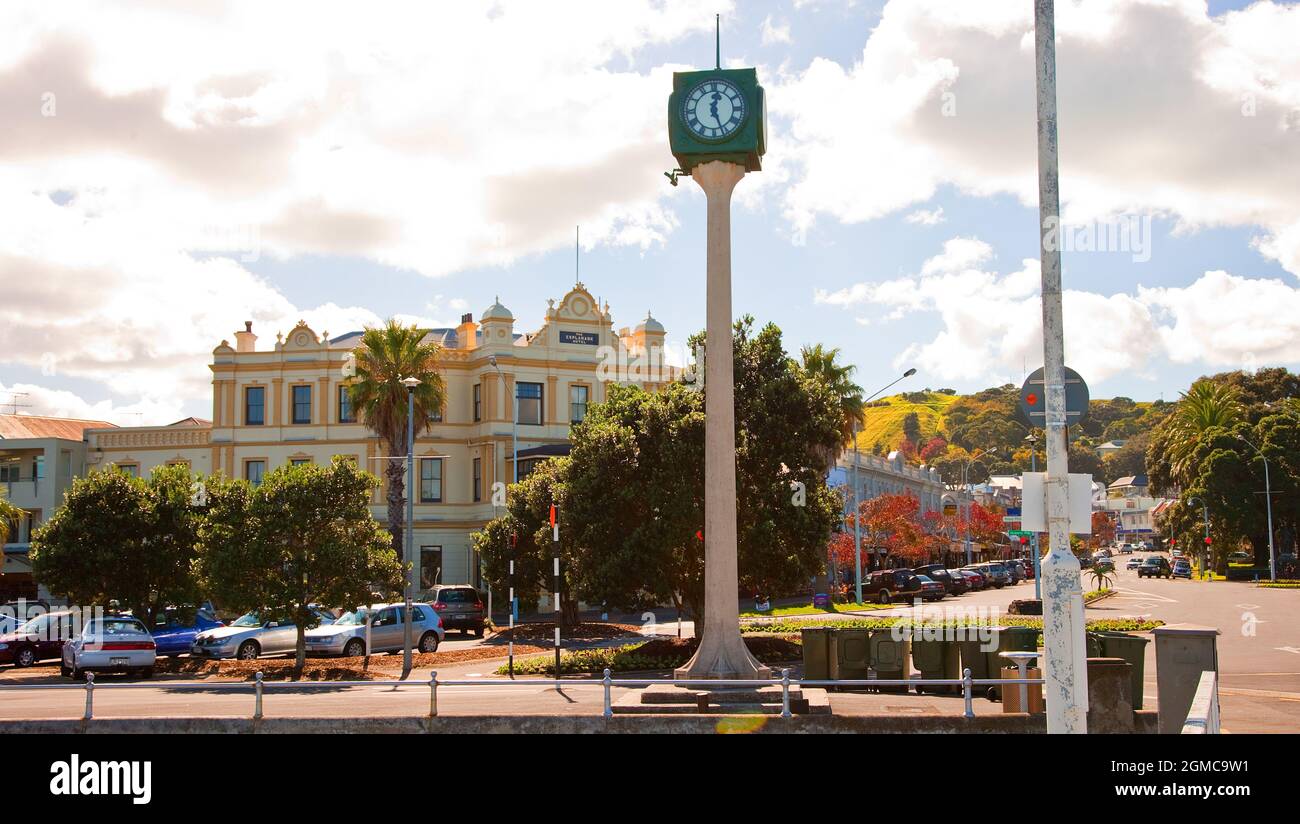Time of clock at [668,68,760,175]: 12:26
